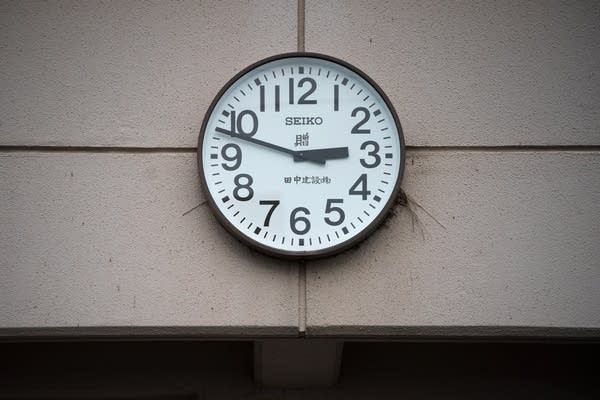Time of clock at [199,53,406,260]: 2:48
